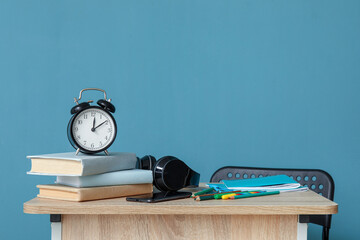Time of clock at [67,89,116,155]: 12:09
